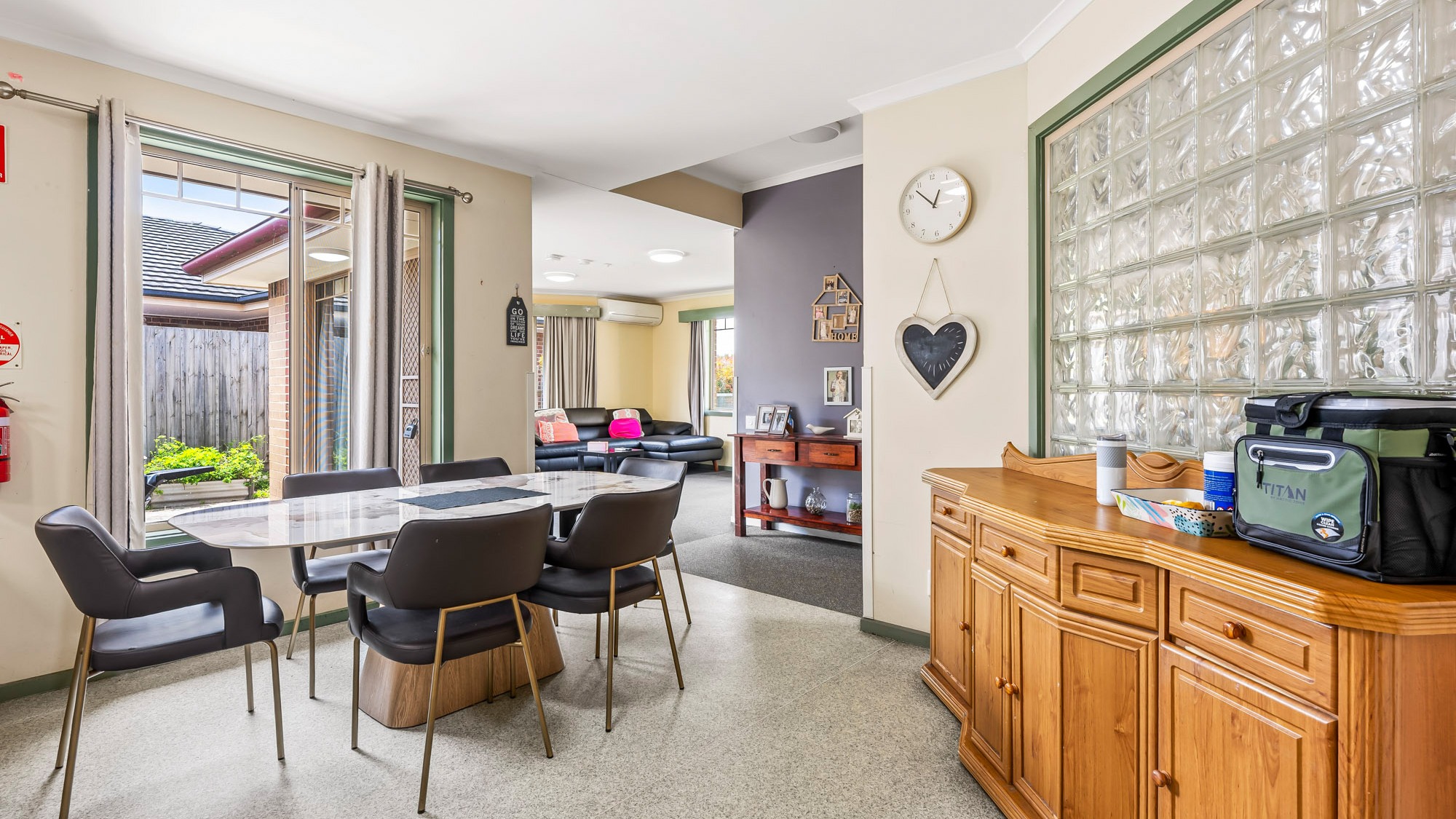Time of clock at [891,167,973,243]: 12:52
